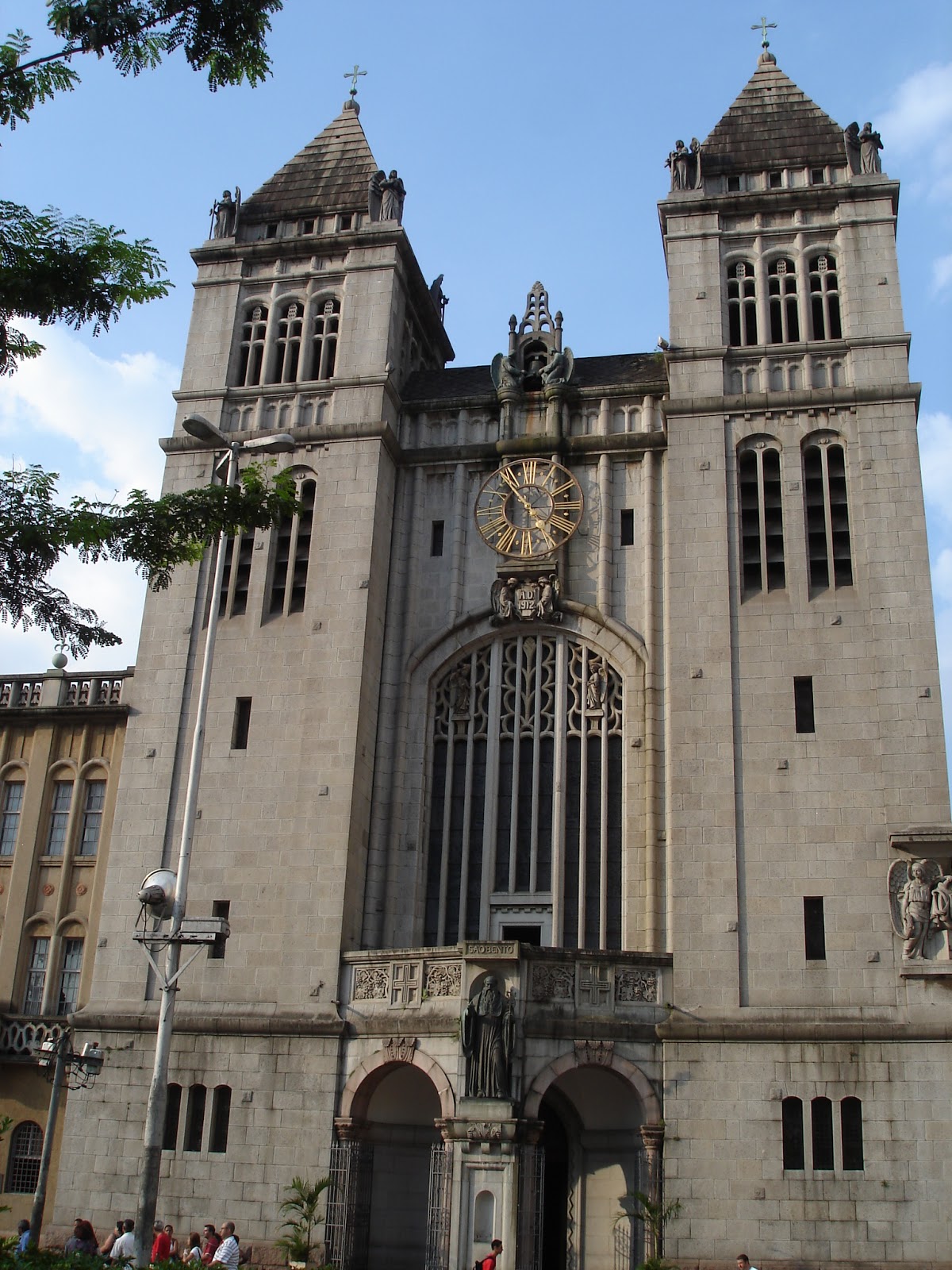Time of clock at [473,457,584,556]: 4:53
